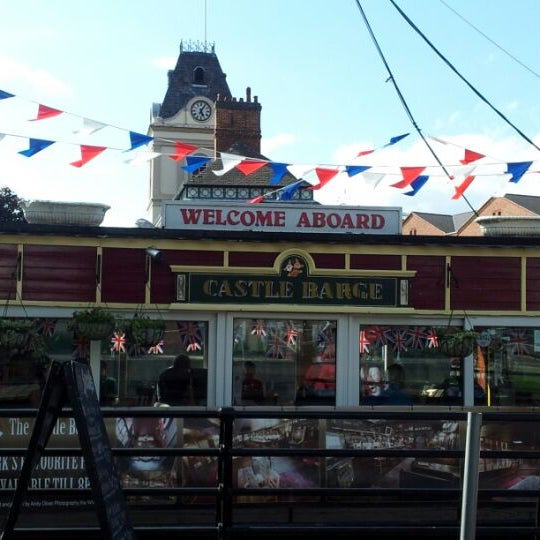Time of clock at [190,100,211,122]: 5:05
